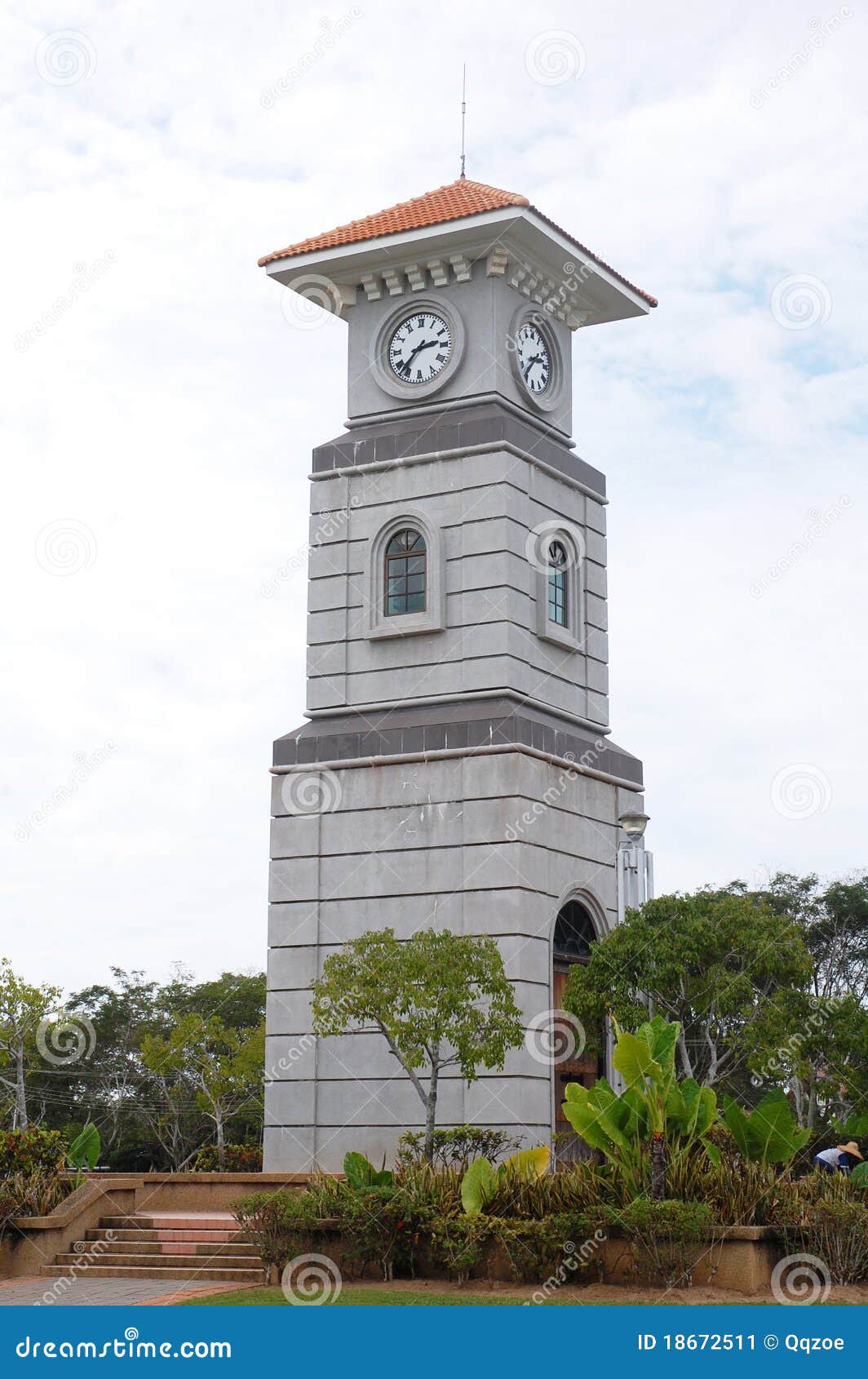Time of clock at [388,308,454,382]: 2:37
